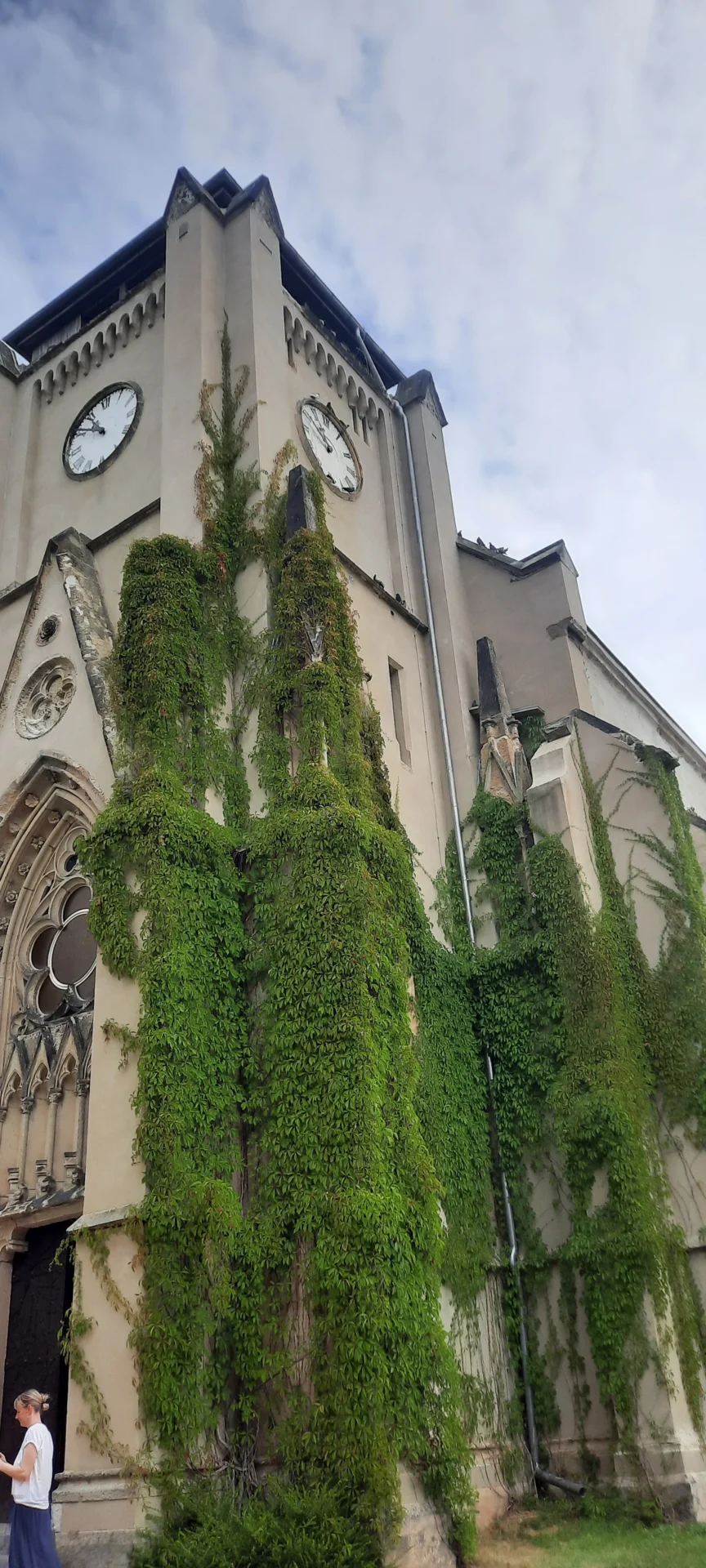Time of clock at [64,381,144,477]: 10:50
